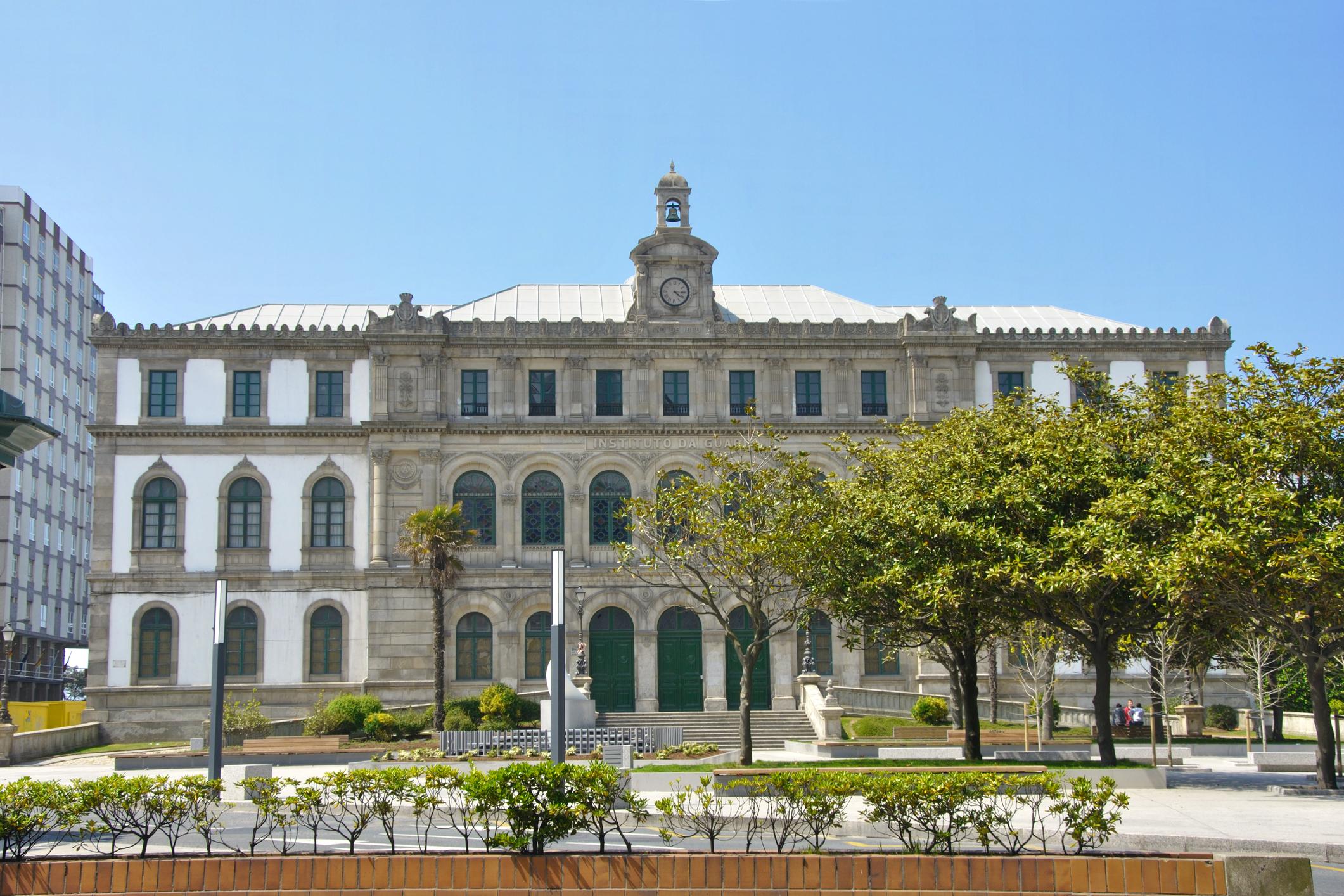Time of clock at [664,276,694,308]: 4:15
